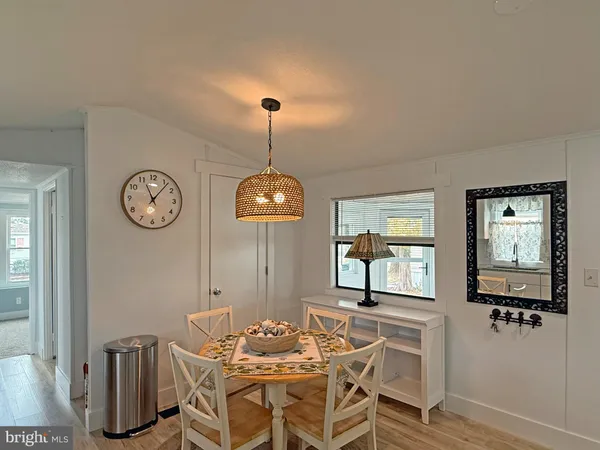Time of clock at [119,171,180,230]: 11:06
